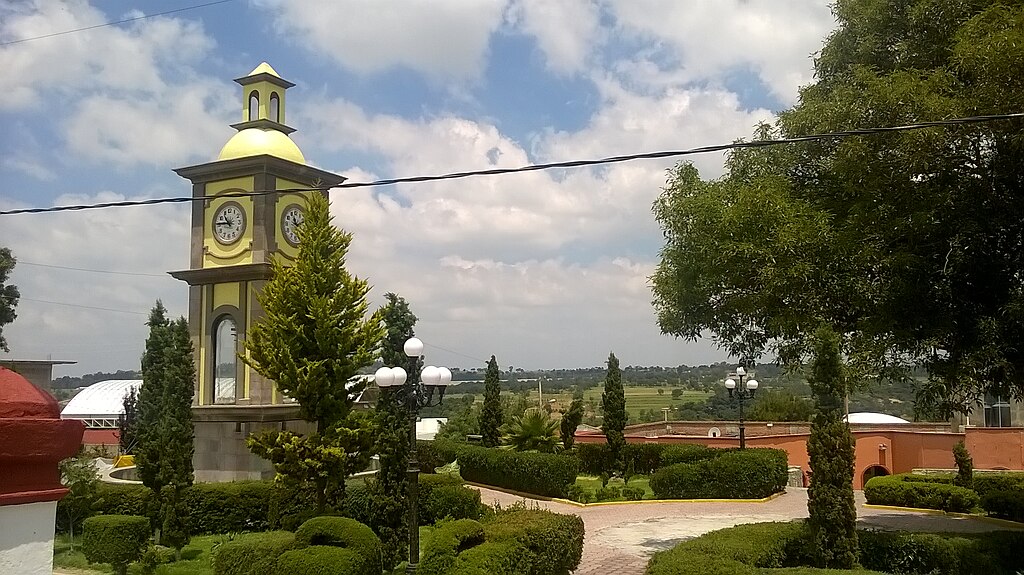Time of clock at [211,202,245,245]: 10:45
